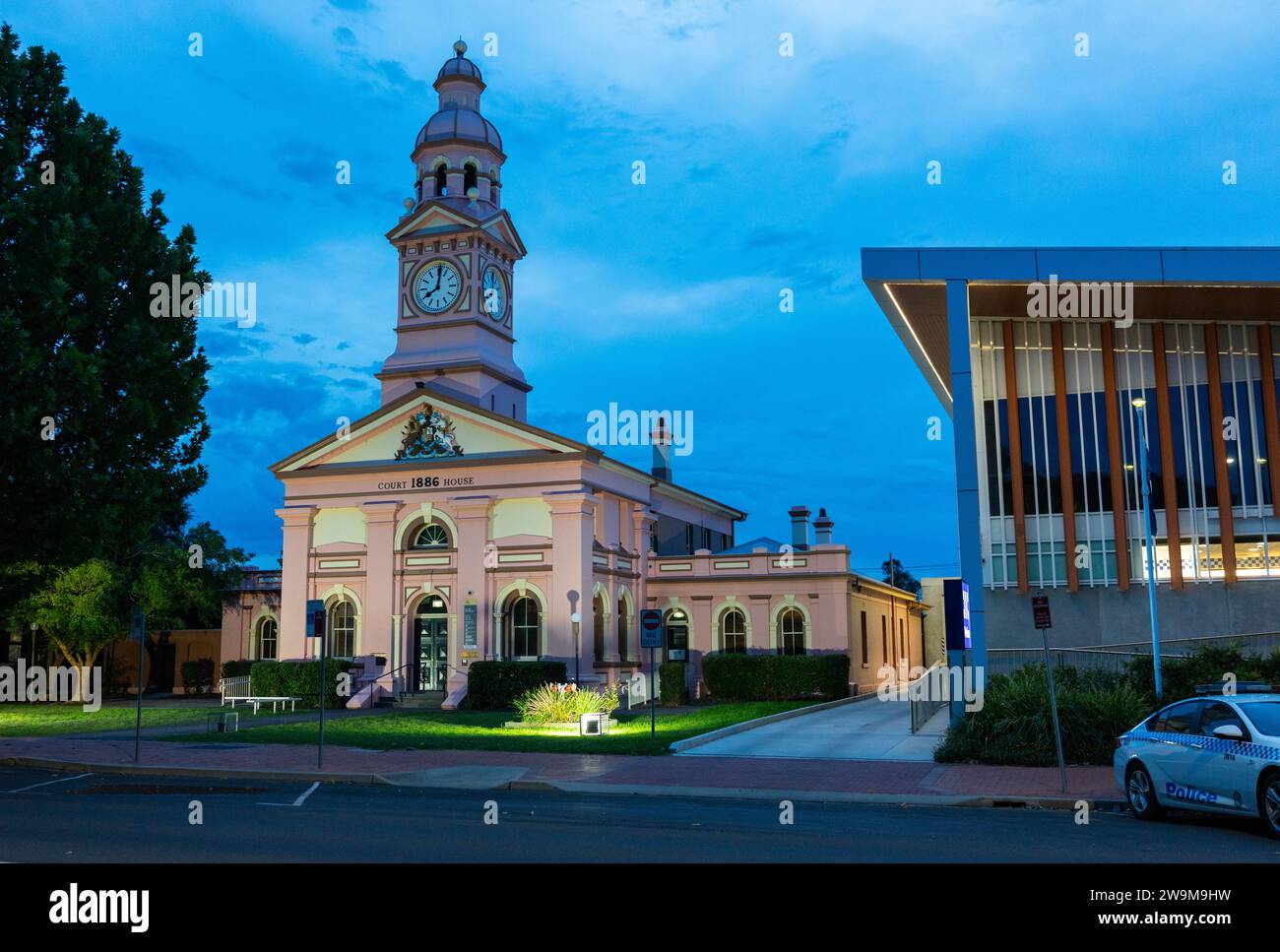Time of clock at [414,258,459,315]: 8:01
